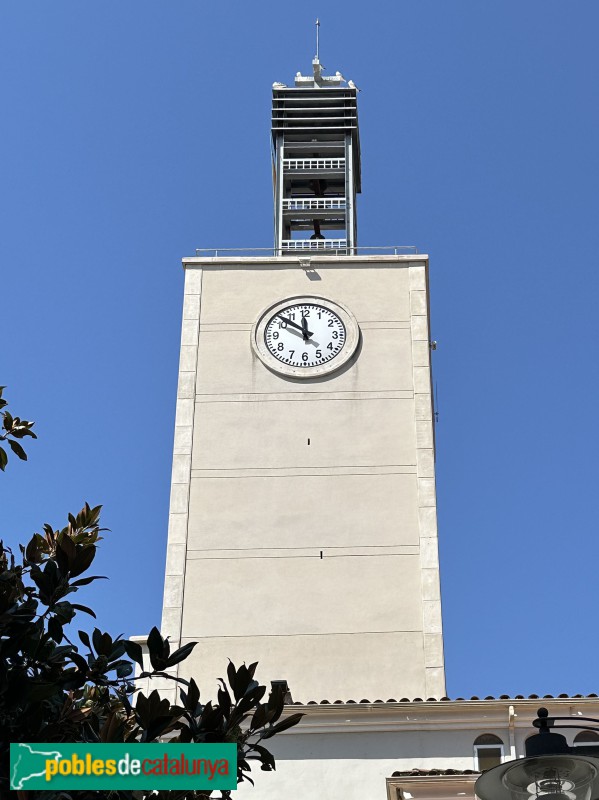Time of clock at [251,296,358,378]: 11:51
